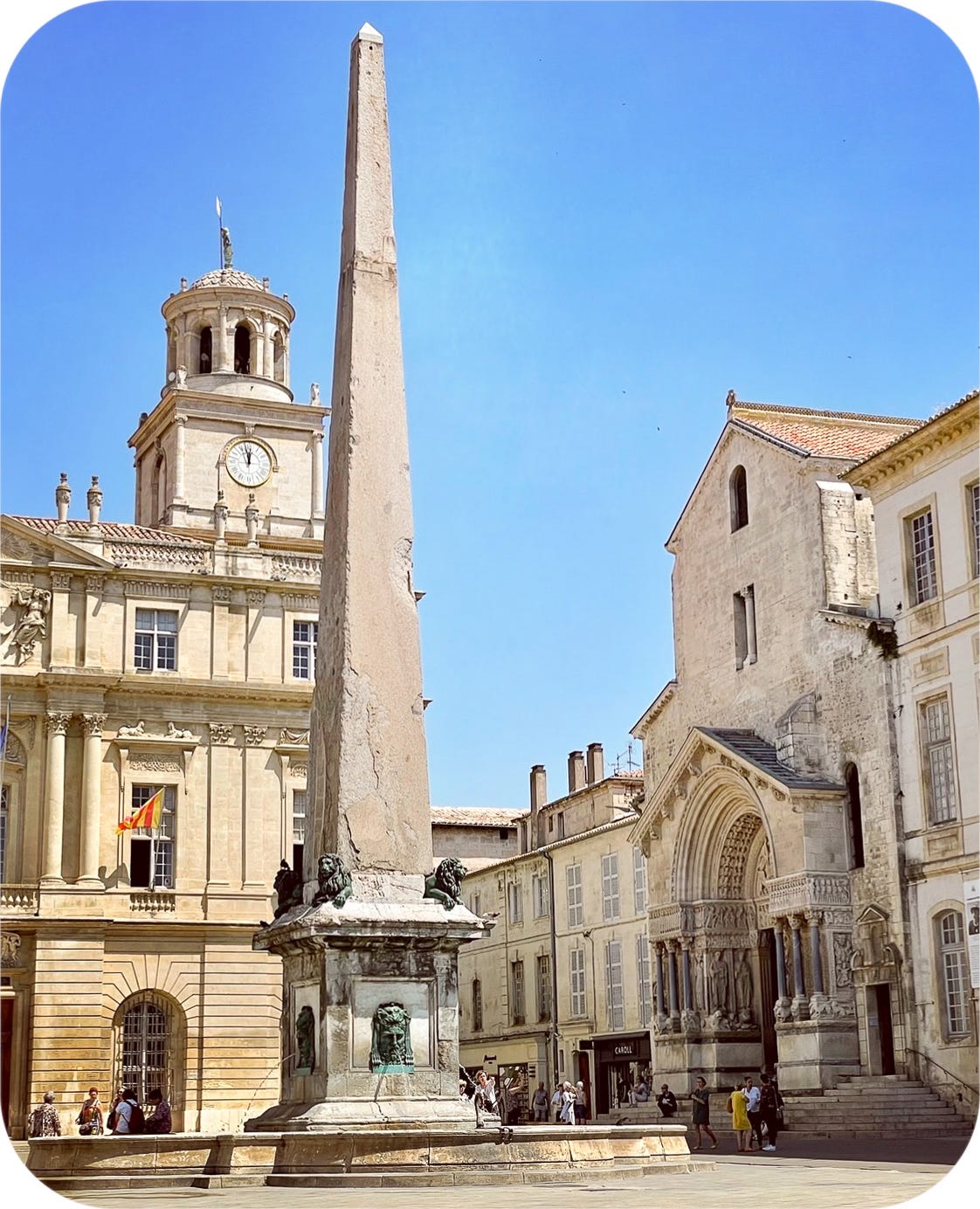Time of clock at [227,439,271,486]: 11:57
